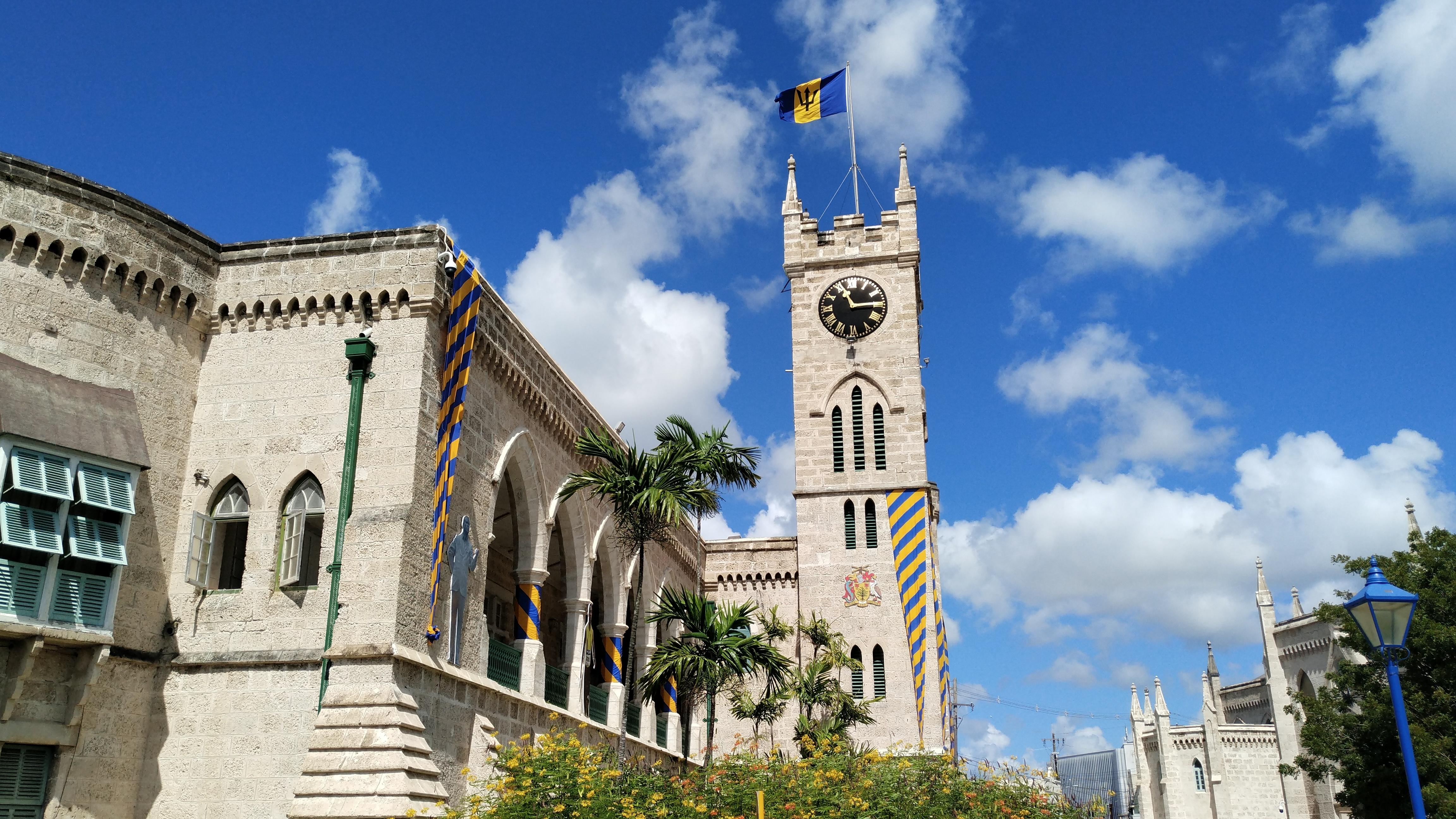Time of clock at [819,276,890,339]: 11:14
